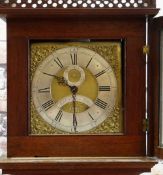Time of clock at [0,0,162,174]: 10:30
